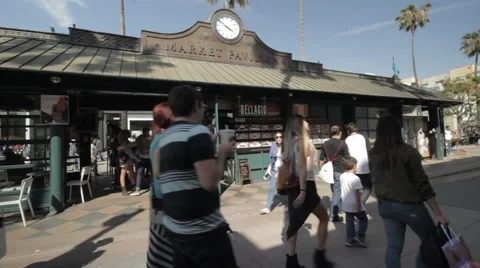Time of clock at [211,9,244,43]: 3:50
